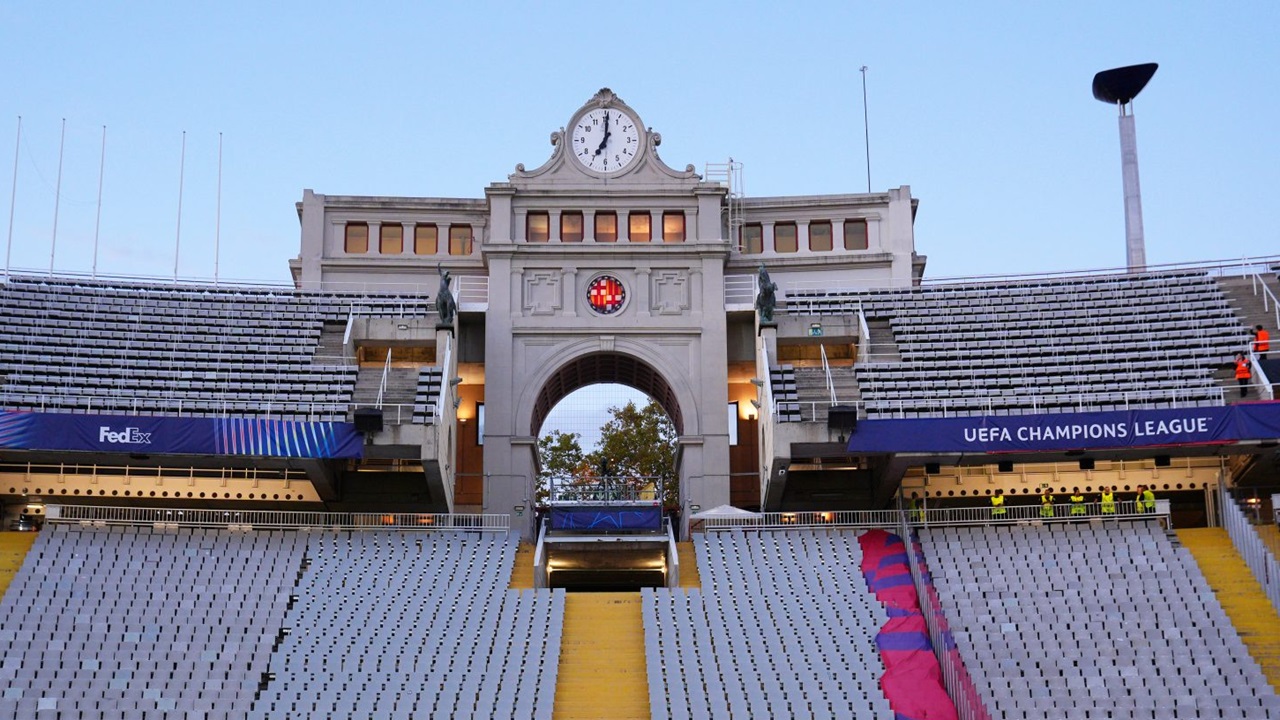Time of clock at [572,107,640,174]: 7:00
